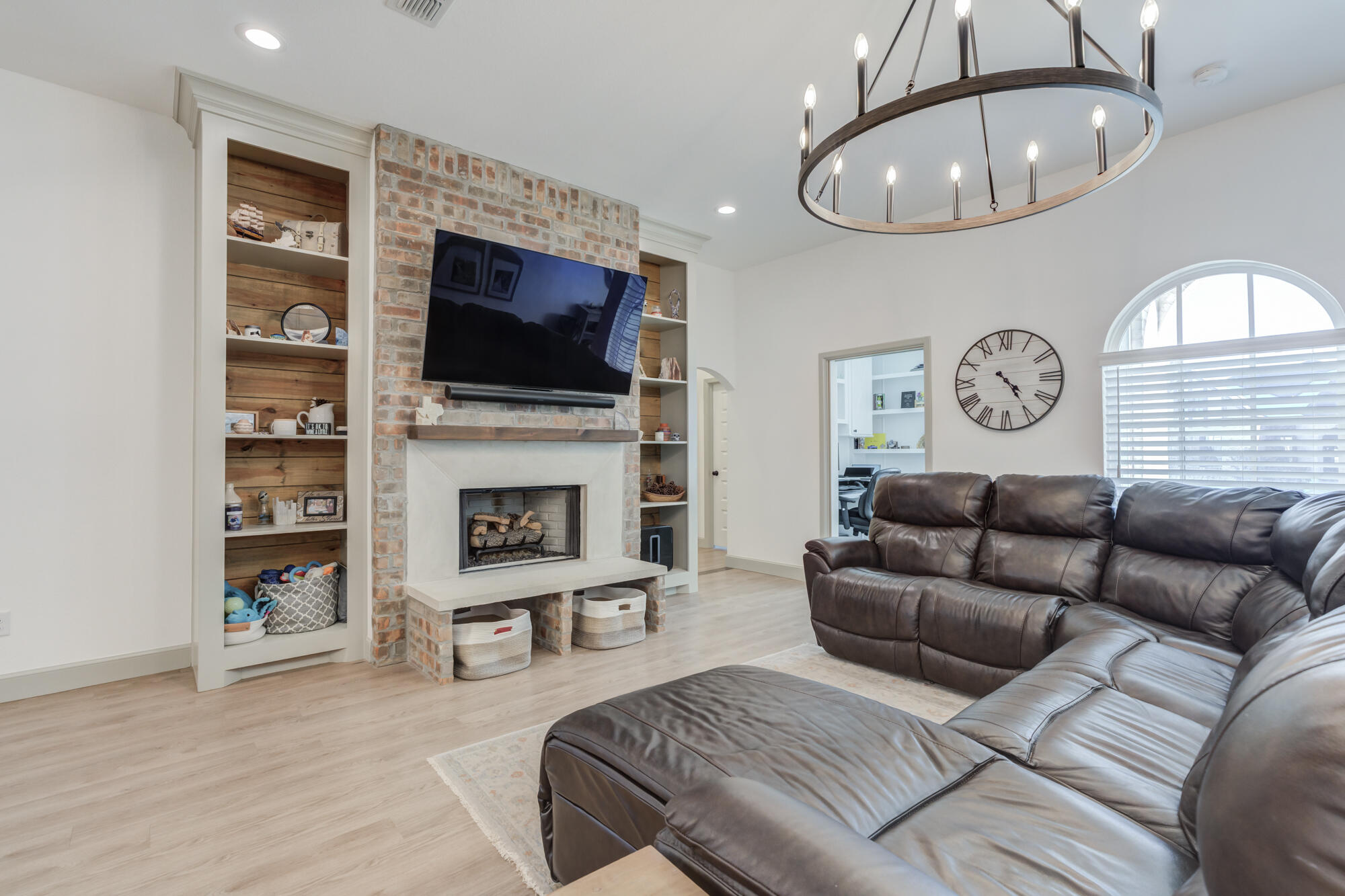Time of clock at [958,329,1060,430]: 4:24
